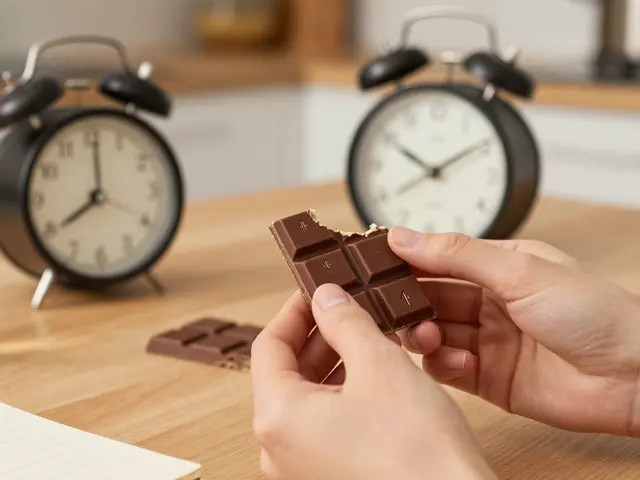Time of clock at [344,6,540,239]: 10:09
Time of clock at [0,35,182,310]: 8:00
